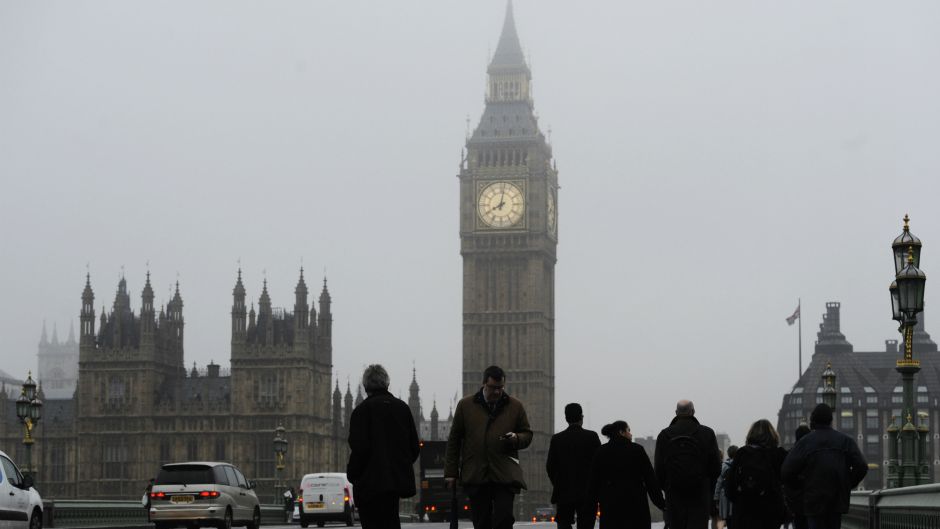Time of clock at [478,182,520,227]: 8:01
